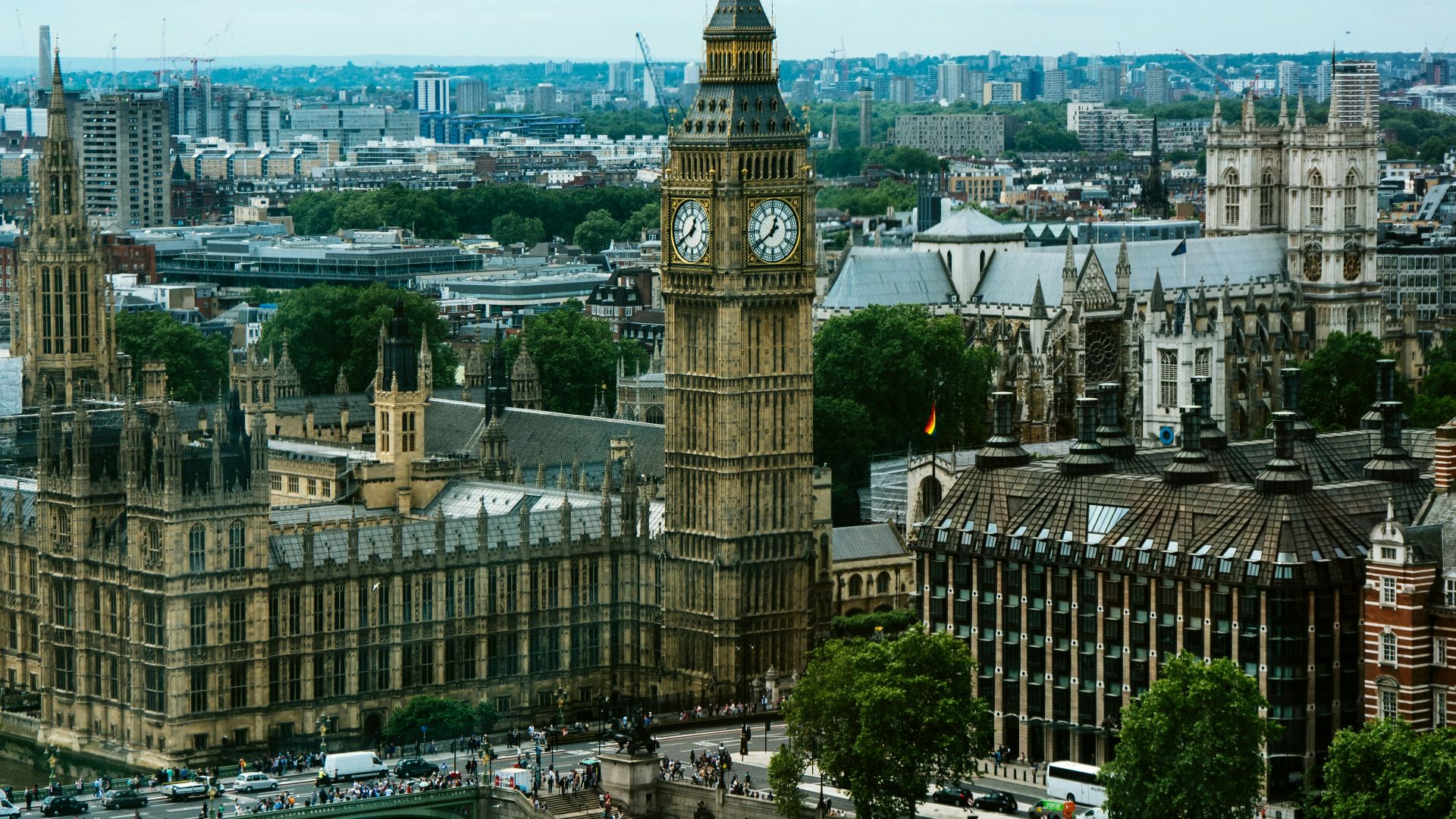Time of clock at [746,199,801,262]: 12:39
